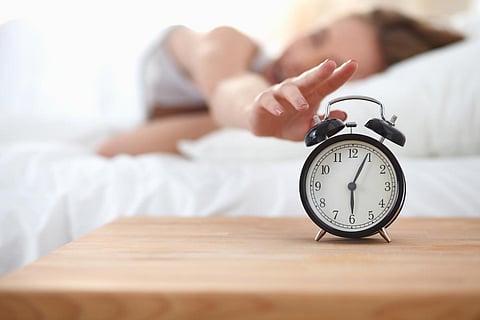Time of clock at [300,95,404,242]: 6:04
